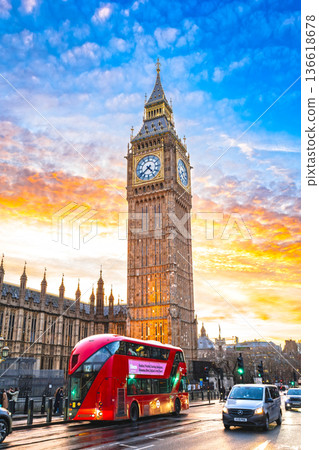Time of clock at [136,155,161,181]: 4:38
